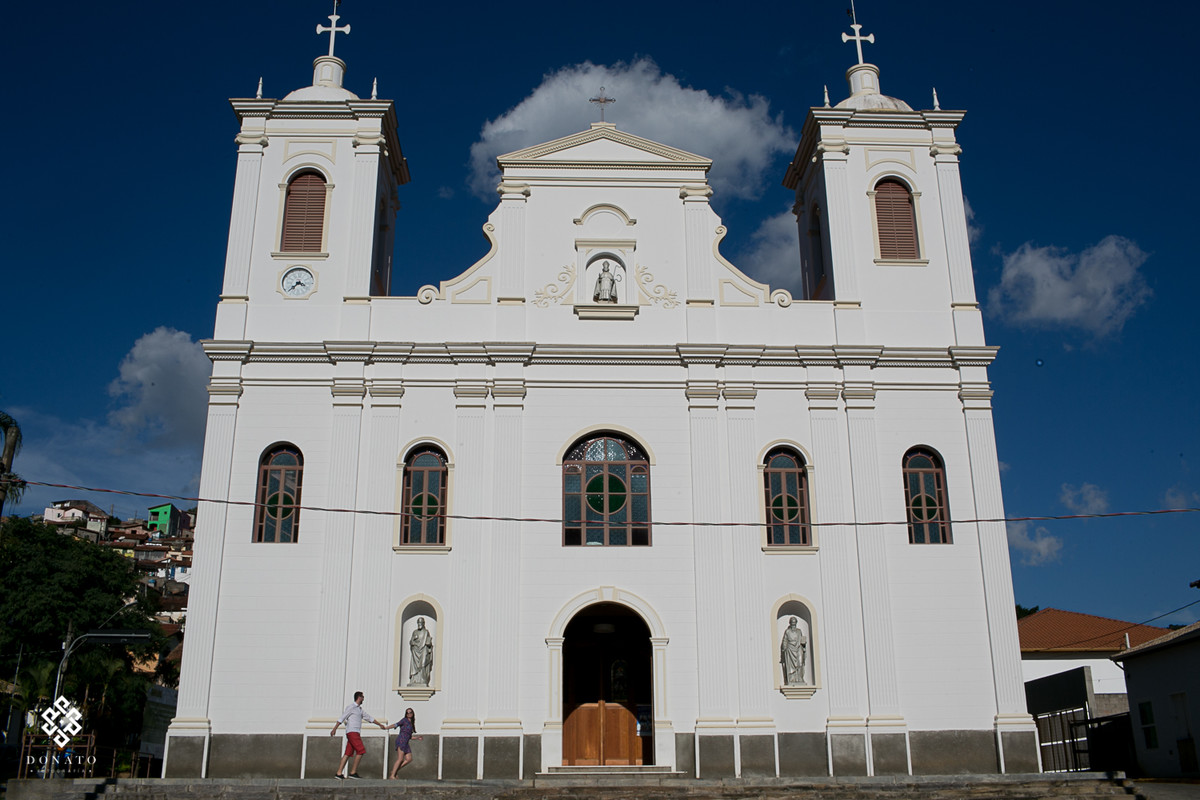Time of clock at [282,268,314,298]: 3:37
